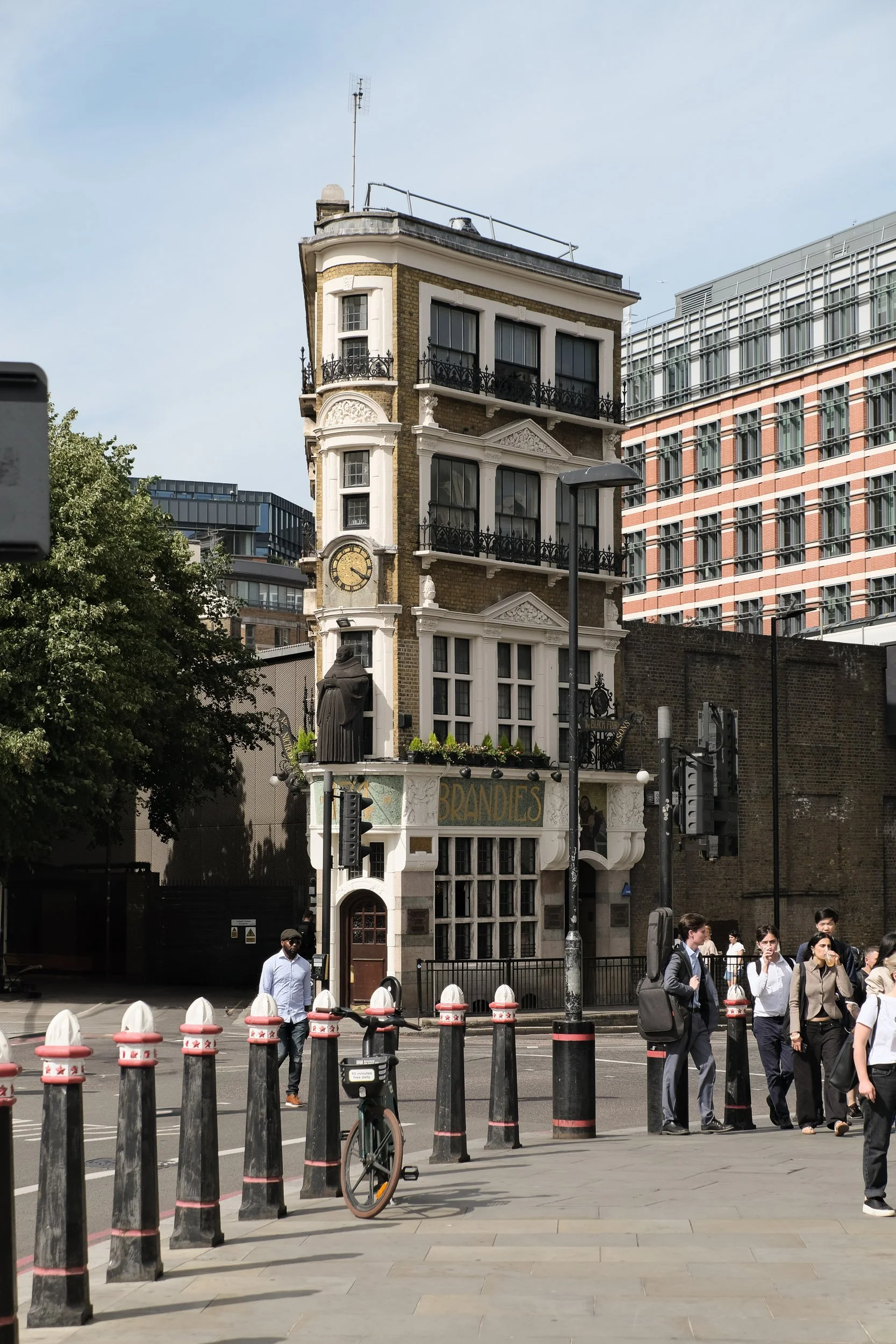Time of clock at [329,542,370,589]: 4:19
